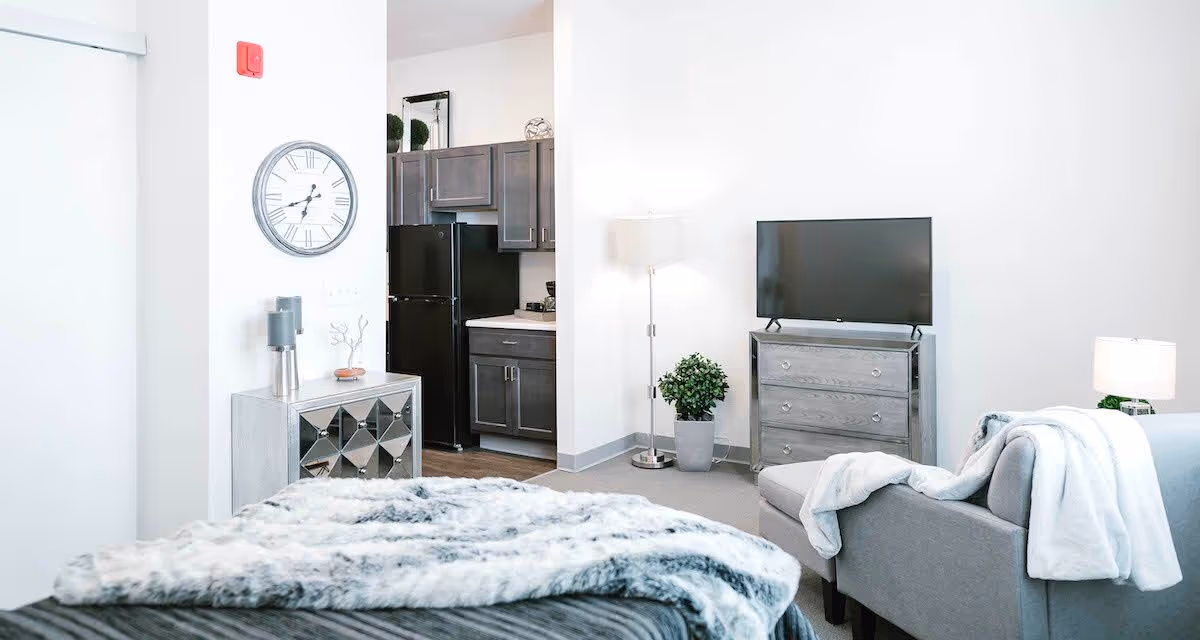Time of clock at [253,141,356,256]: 6:41
